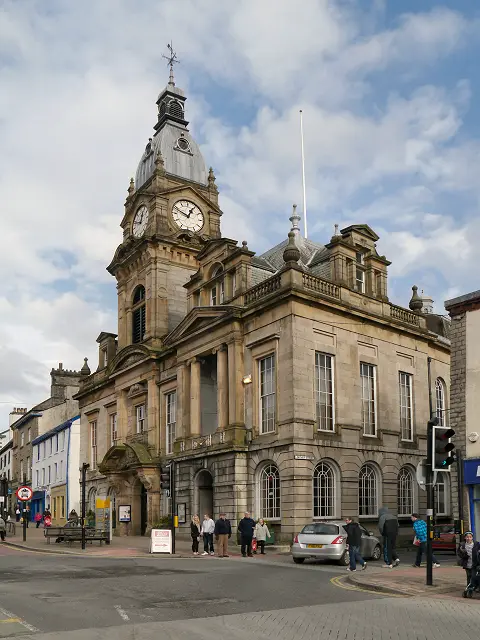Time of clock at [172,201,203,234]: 12:48
